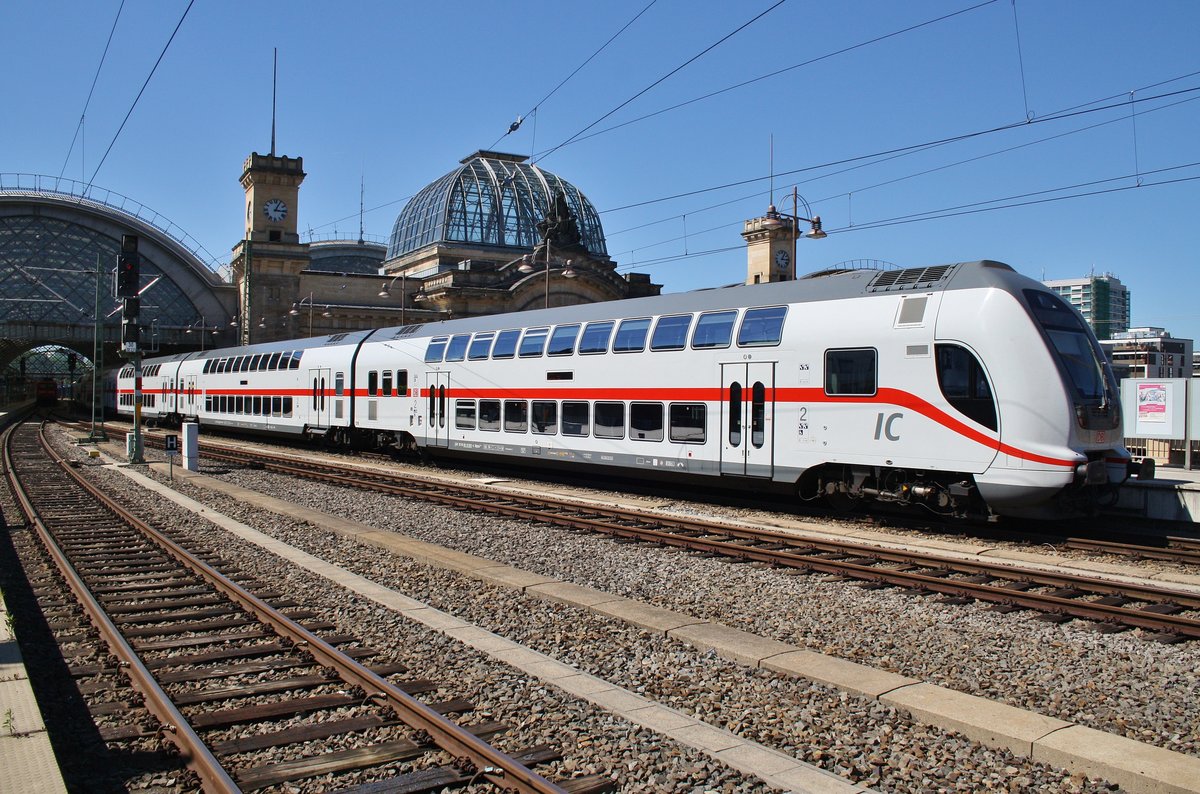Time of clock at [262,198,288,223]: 3:04
